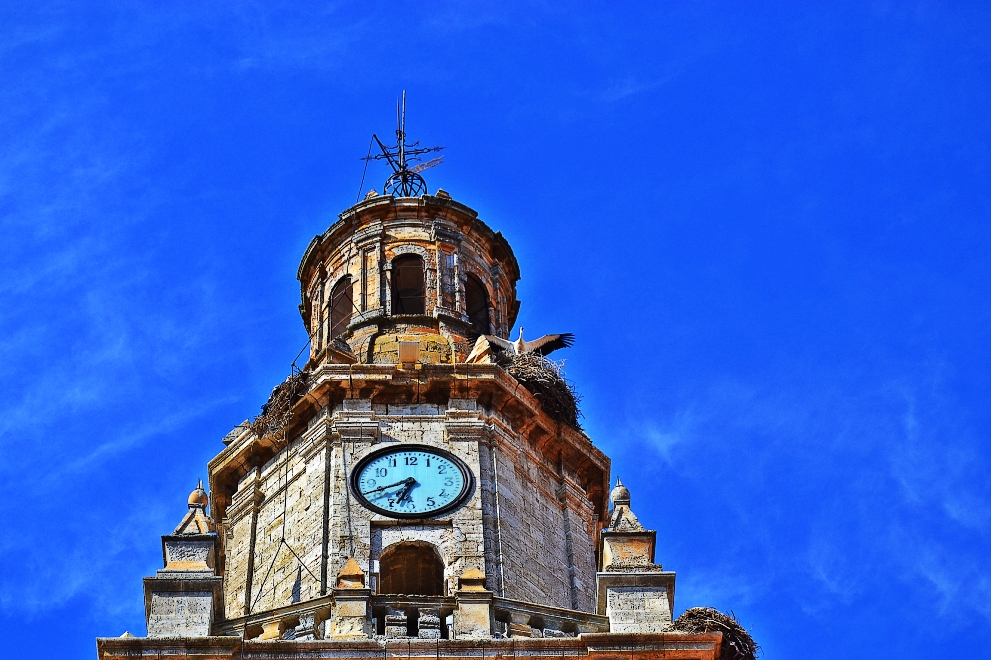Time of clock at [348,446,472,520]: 6:41
